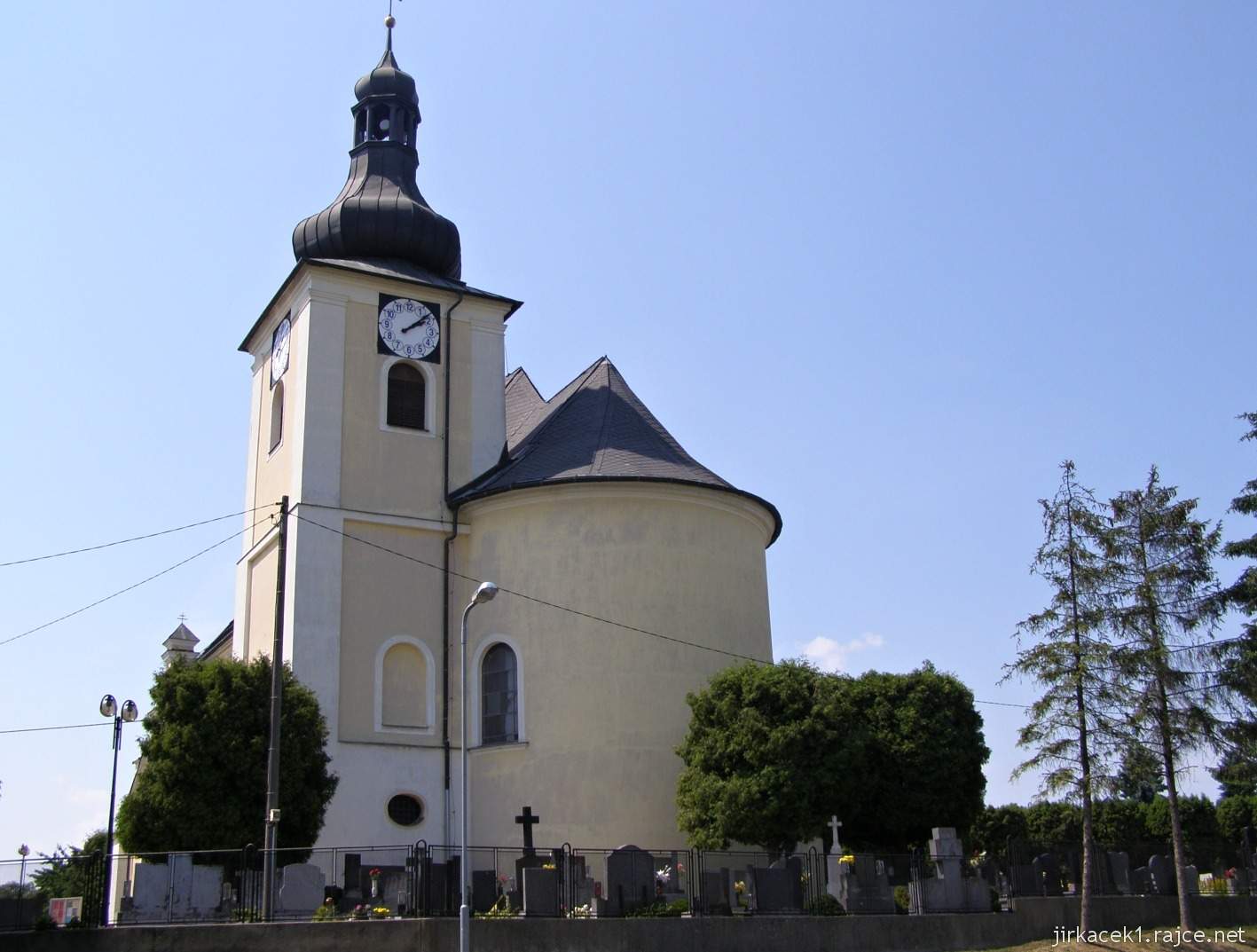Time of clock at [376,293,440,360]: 2:08
